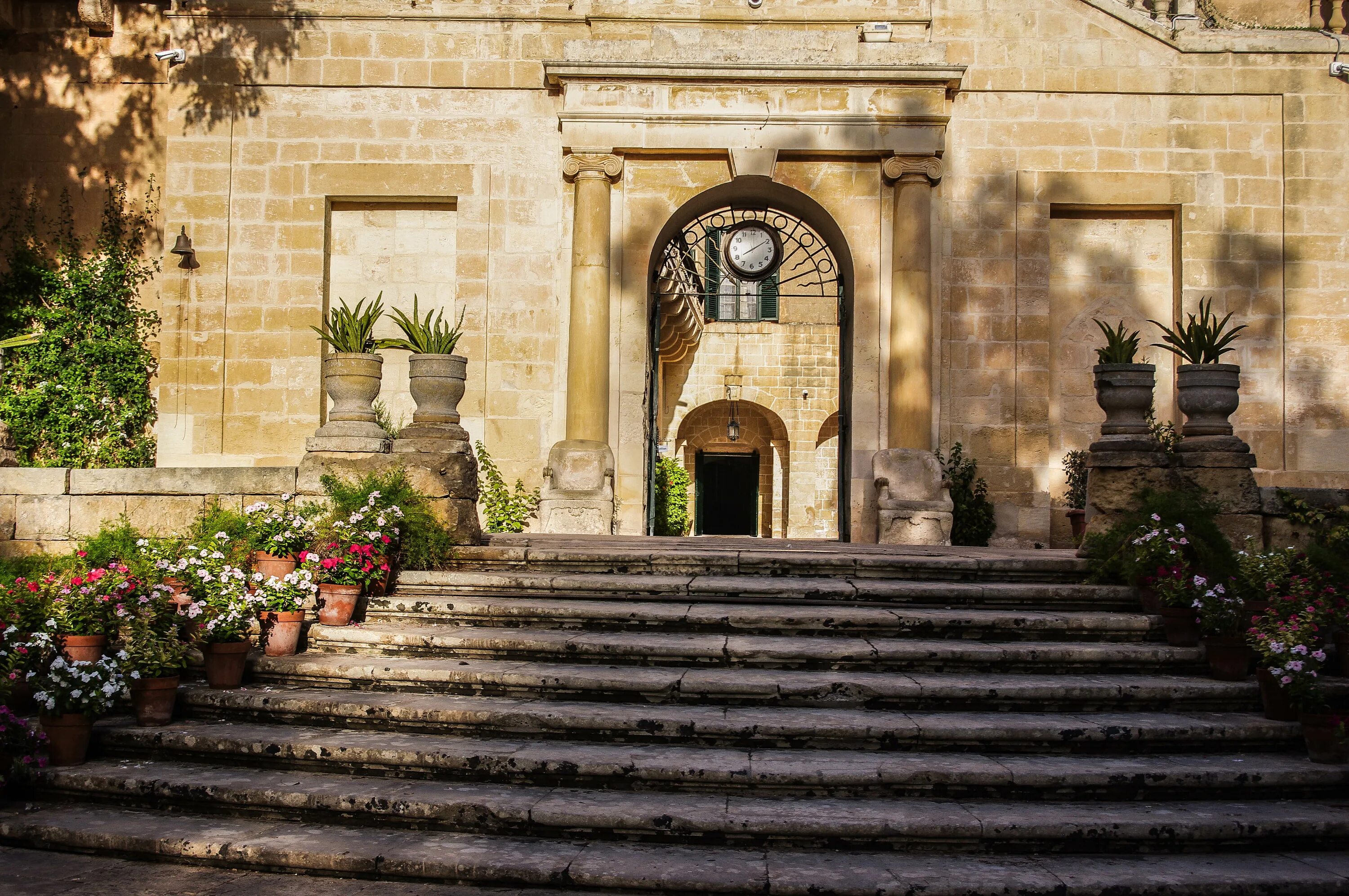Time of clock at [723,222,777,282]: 8:09
